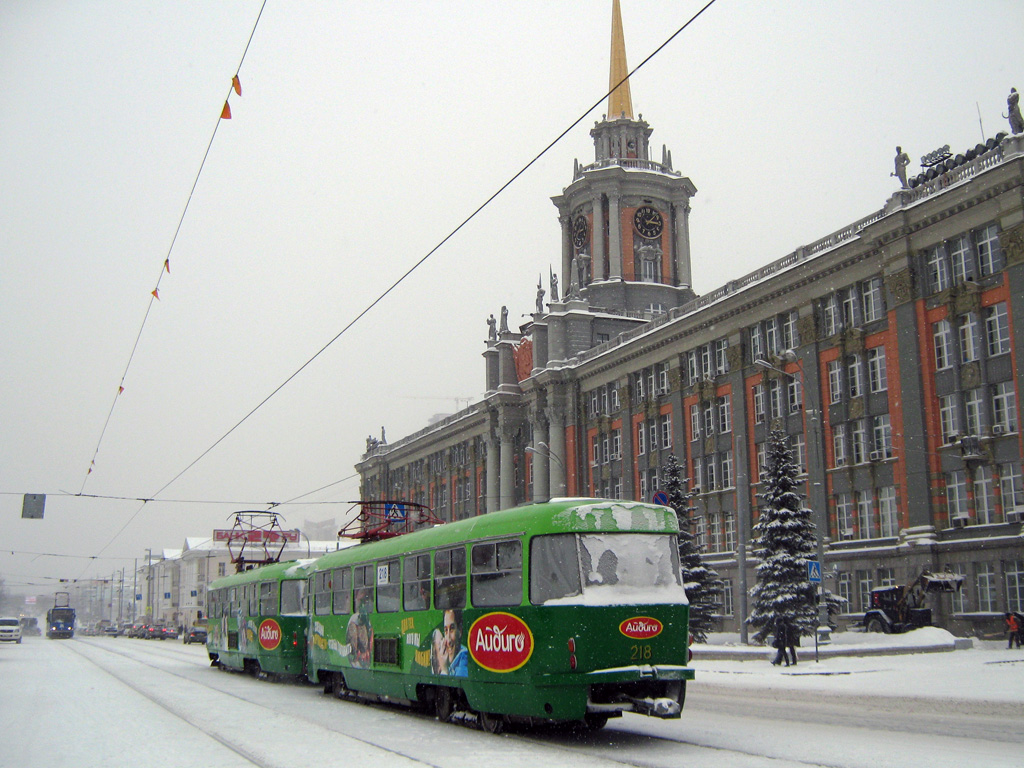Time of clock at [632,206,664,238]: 1:16
